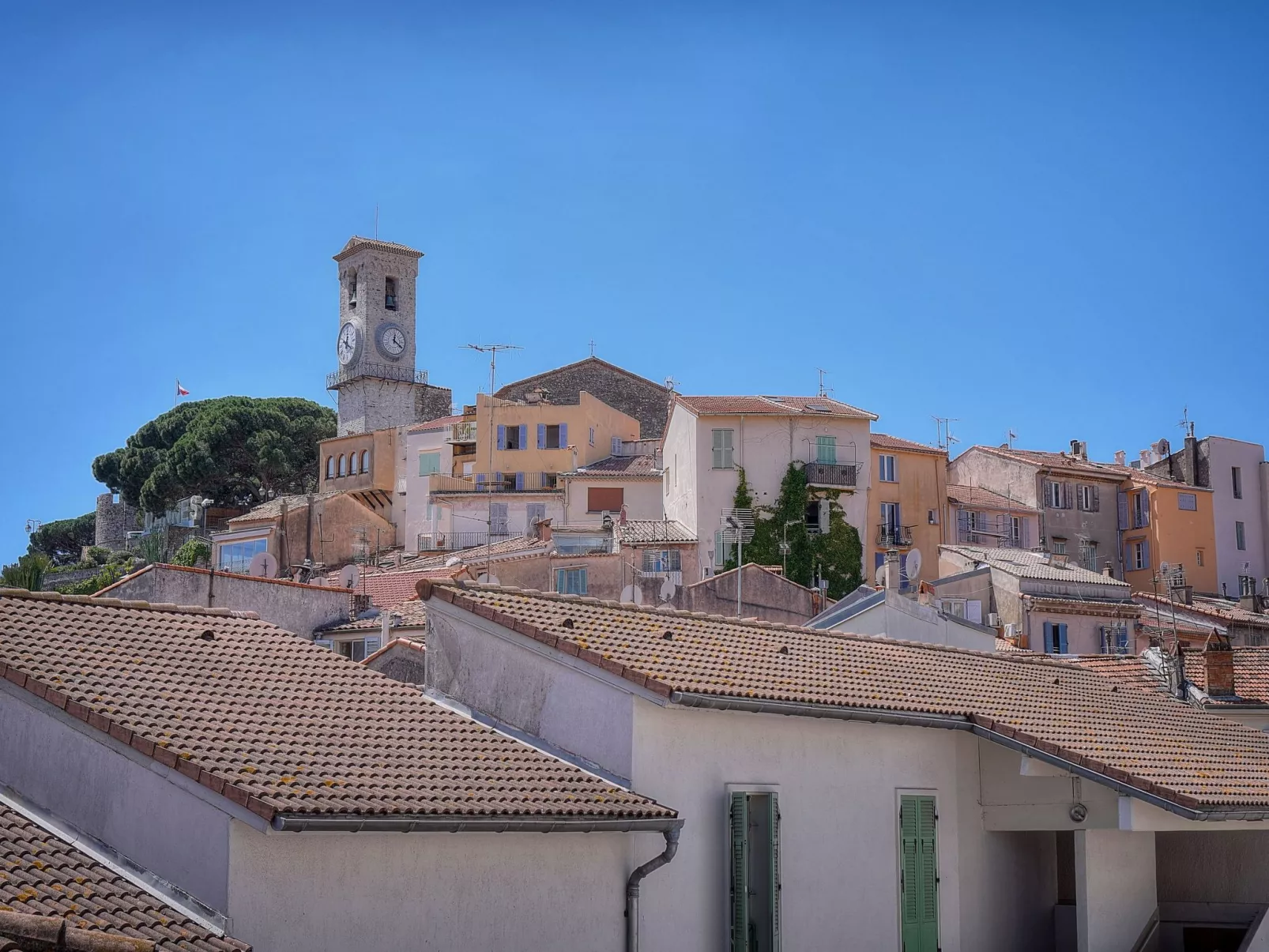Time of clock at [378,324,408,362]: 12:20
